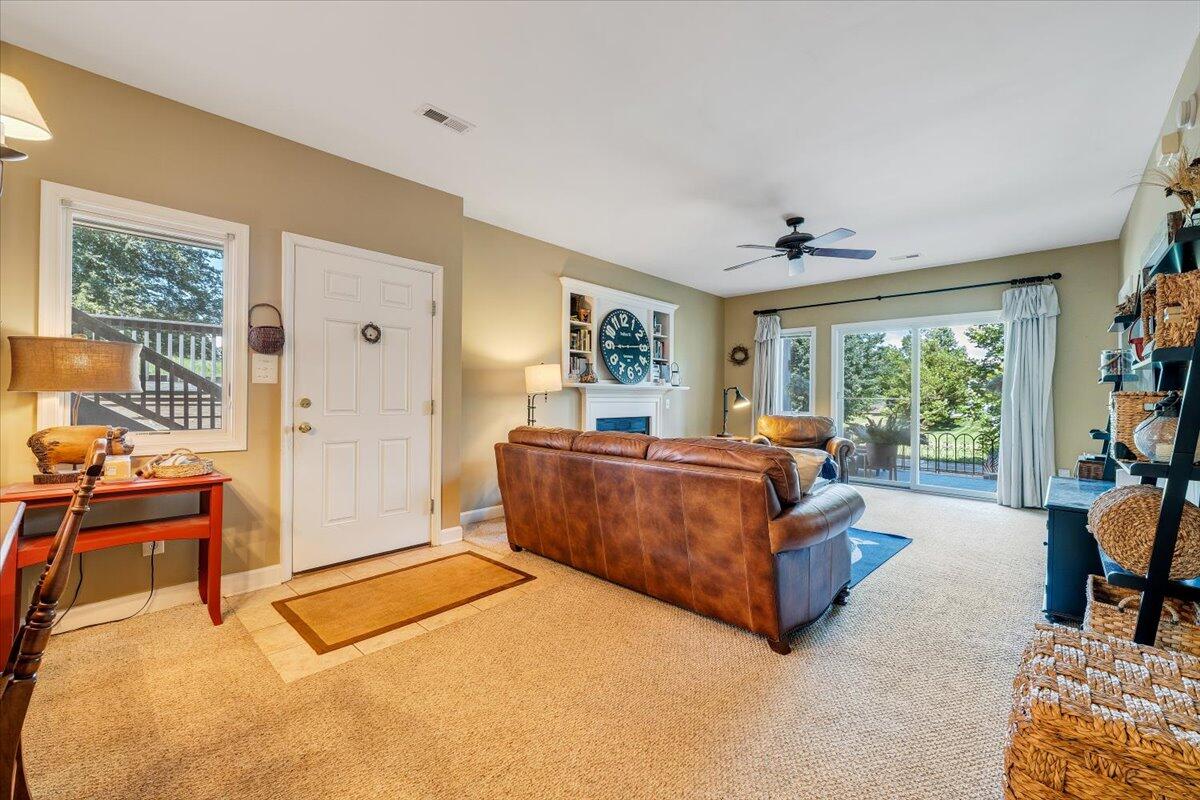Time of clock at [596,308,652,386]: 9:14
